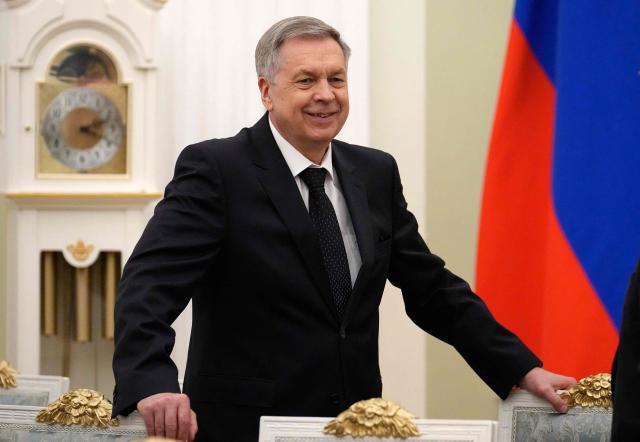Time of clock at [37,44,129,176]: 2:18
